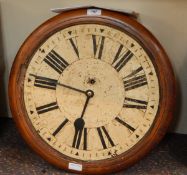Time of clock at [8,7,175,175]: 6:46
